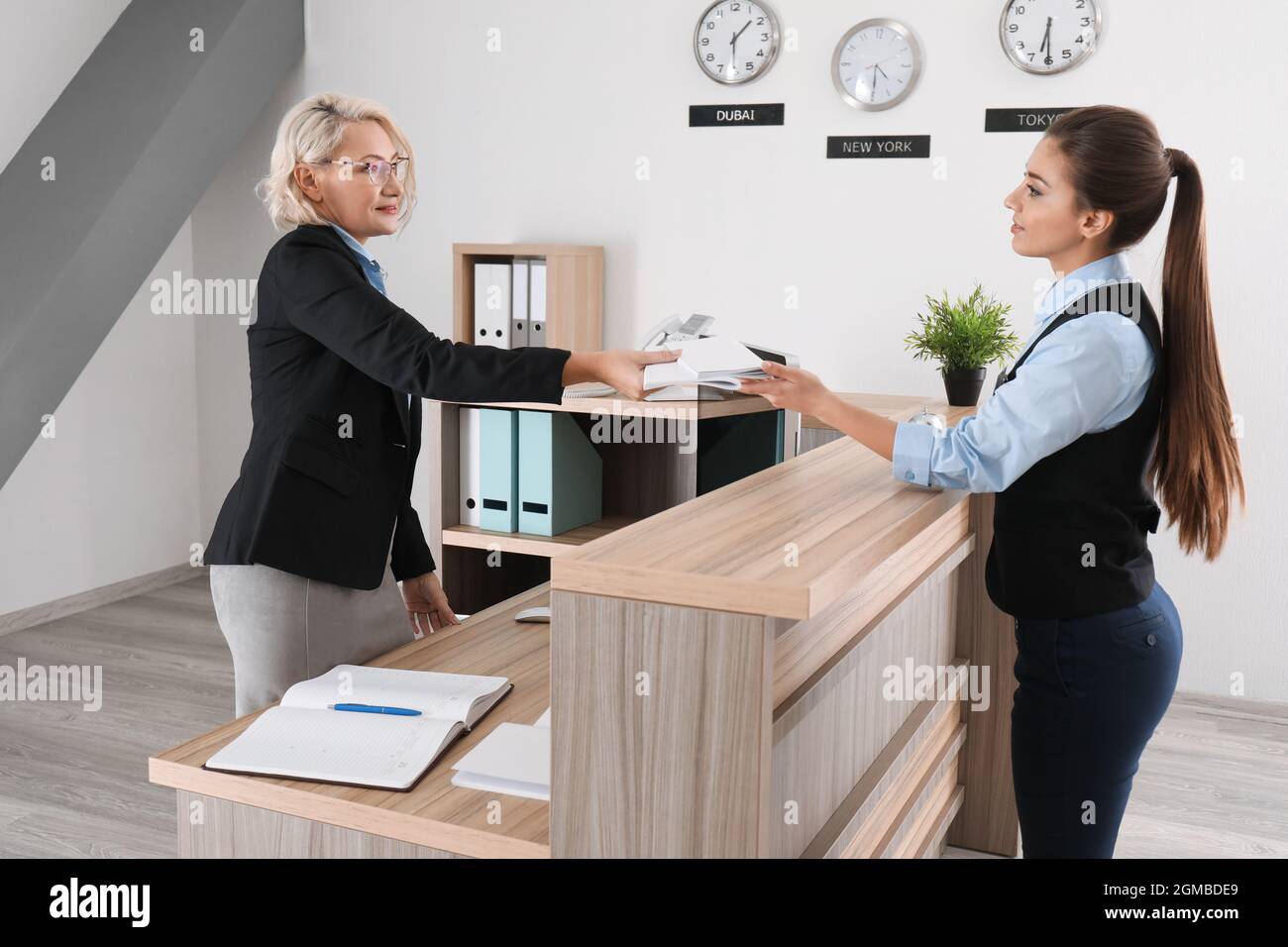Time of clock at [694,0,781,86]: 1:30
